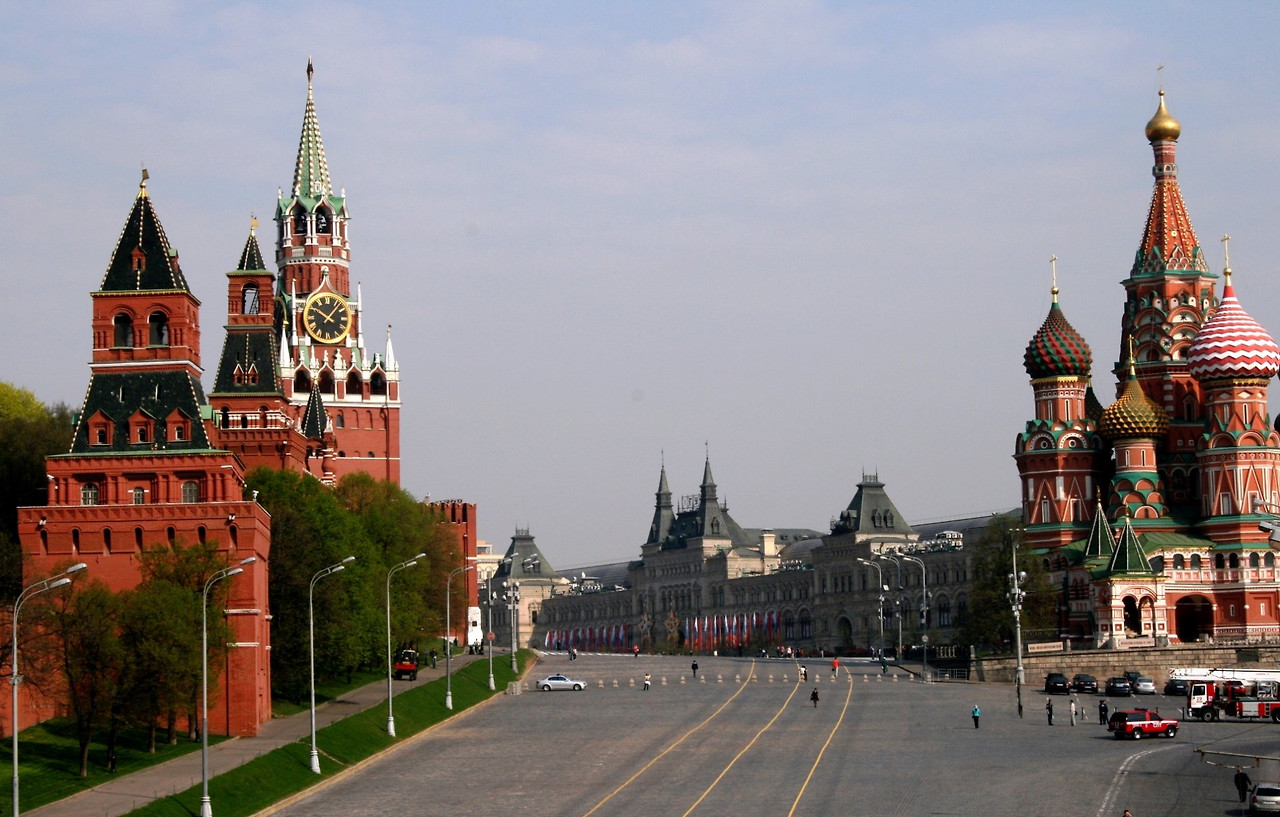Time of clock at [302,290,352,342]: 10:06
